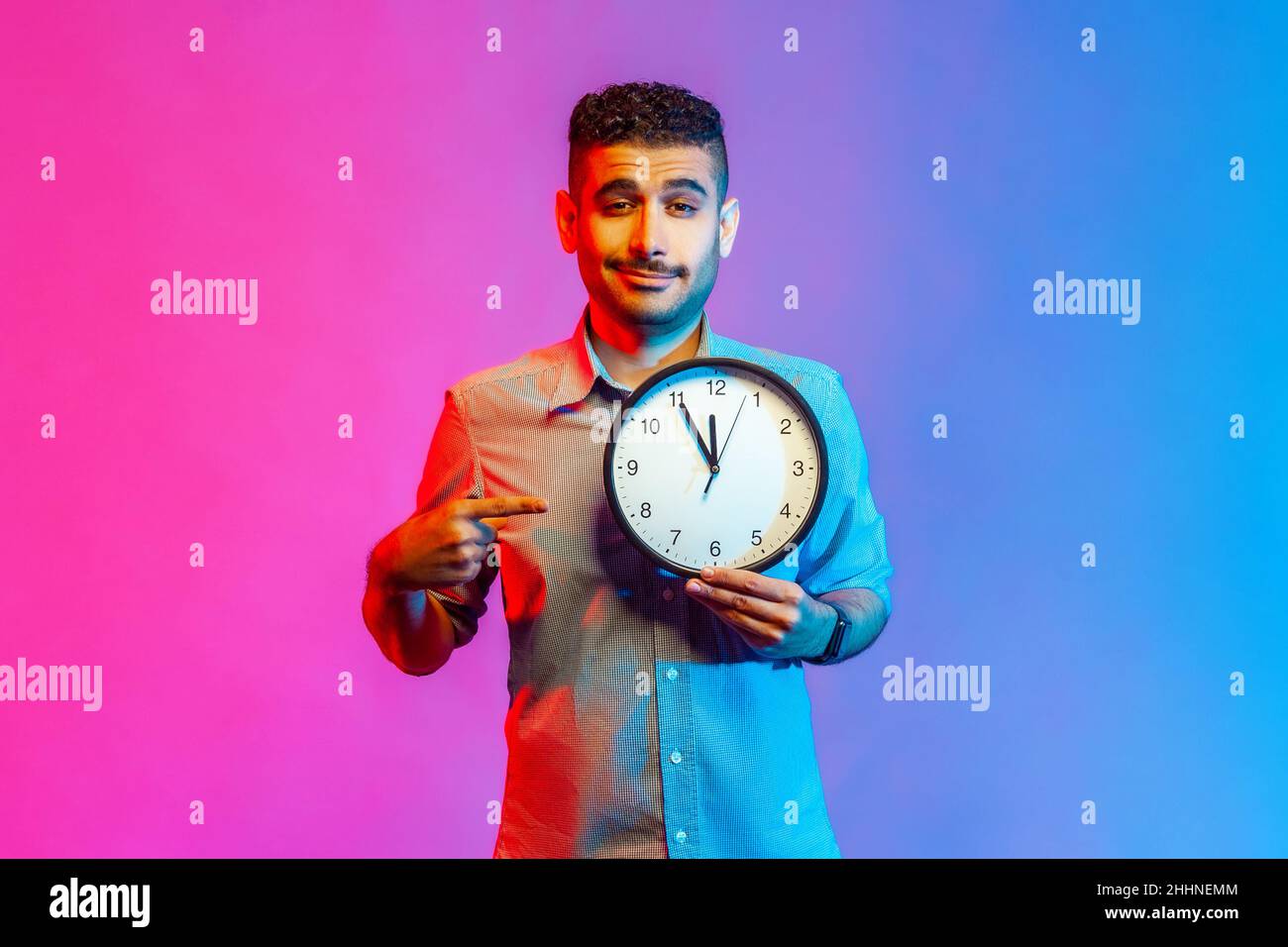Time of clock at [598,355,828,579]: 11:54
